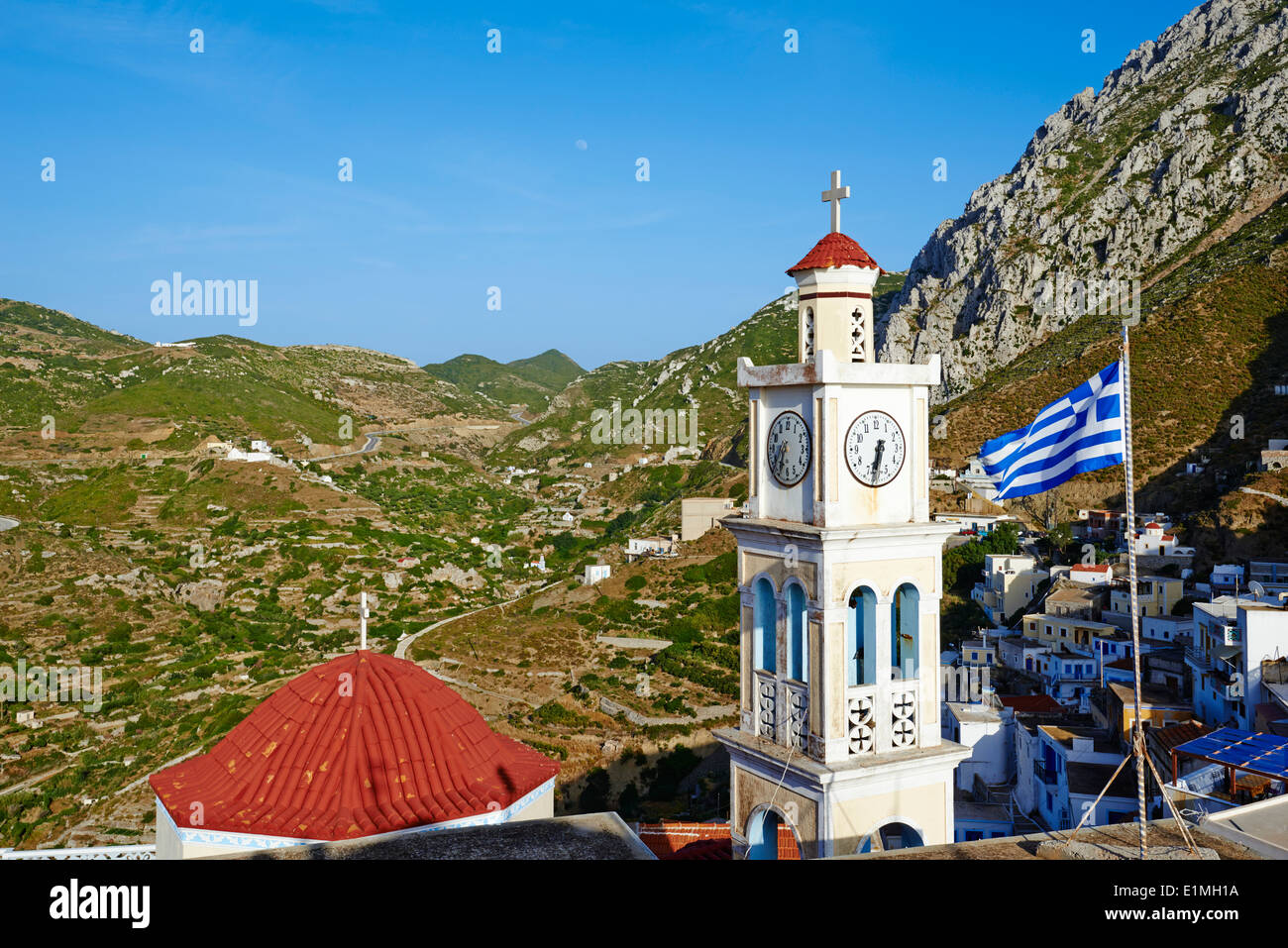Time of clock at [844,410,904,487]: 6:31
